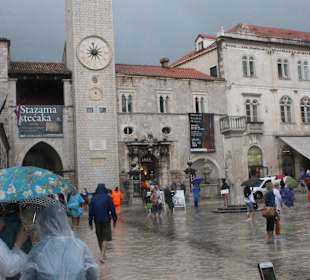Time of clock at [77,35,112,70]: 7:59
